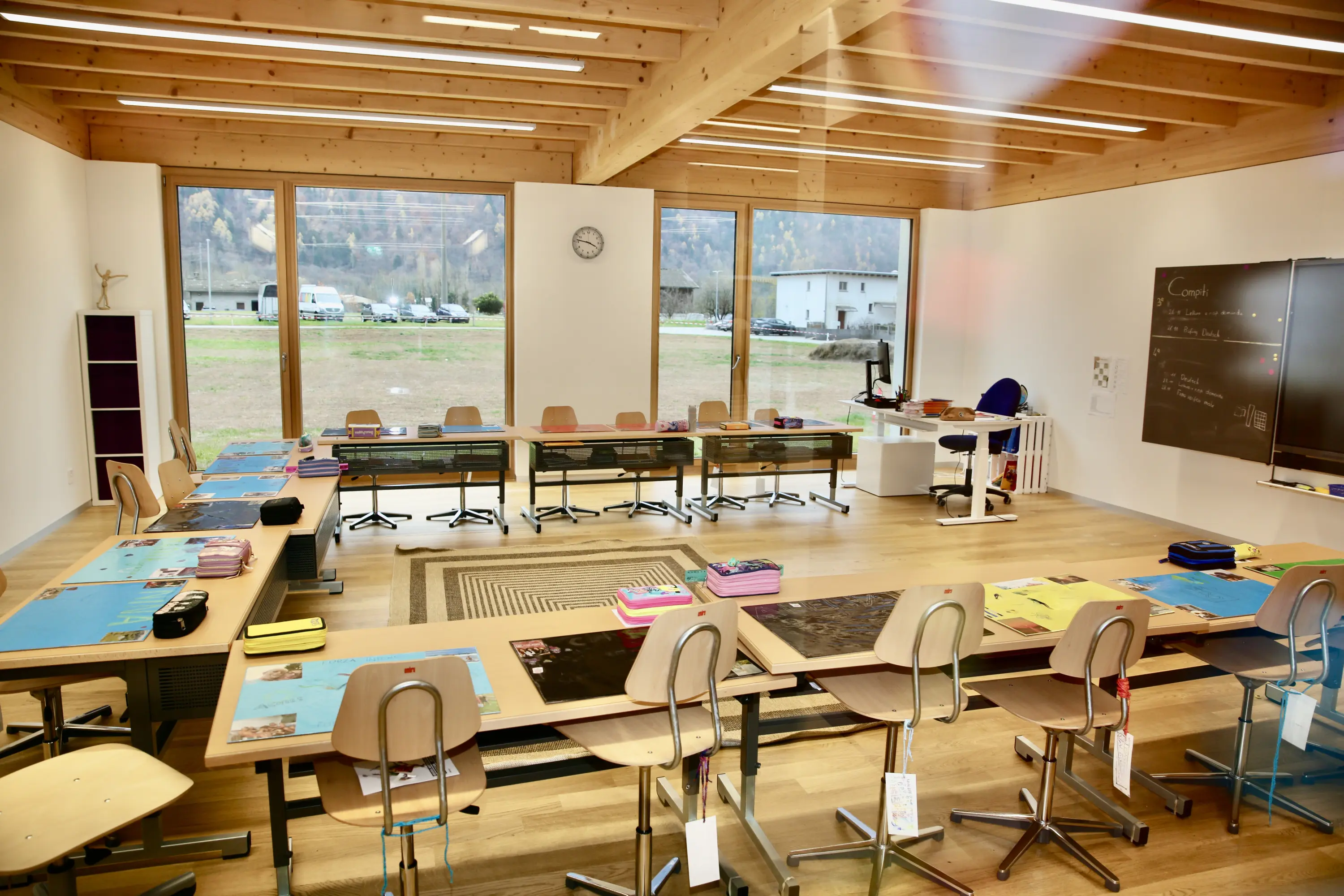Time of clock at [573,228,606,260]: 3:46
